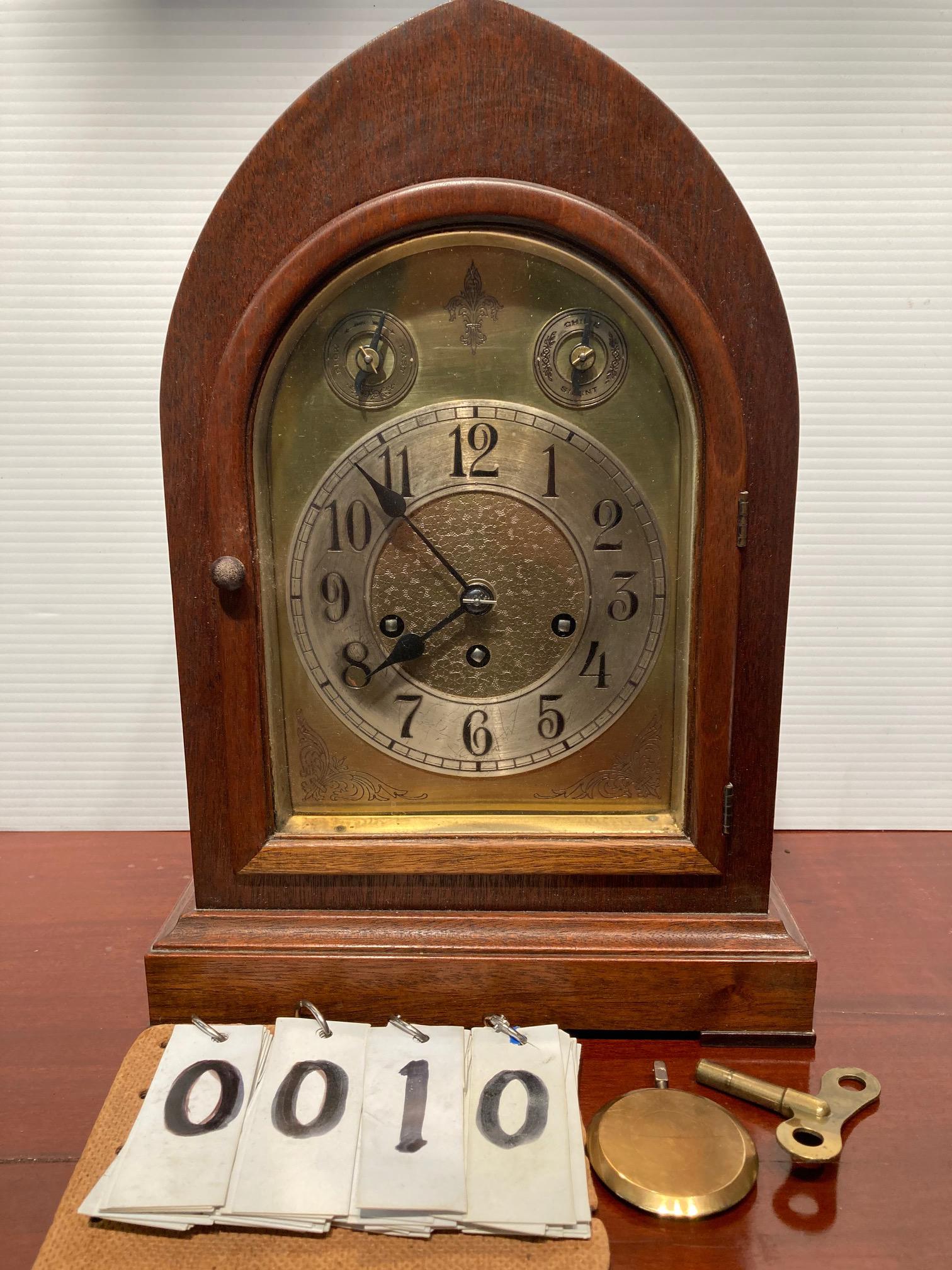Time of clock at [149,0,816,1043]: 7:52
